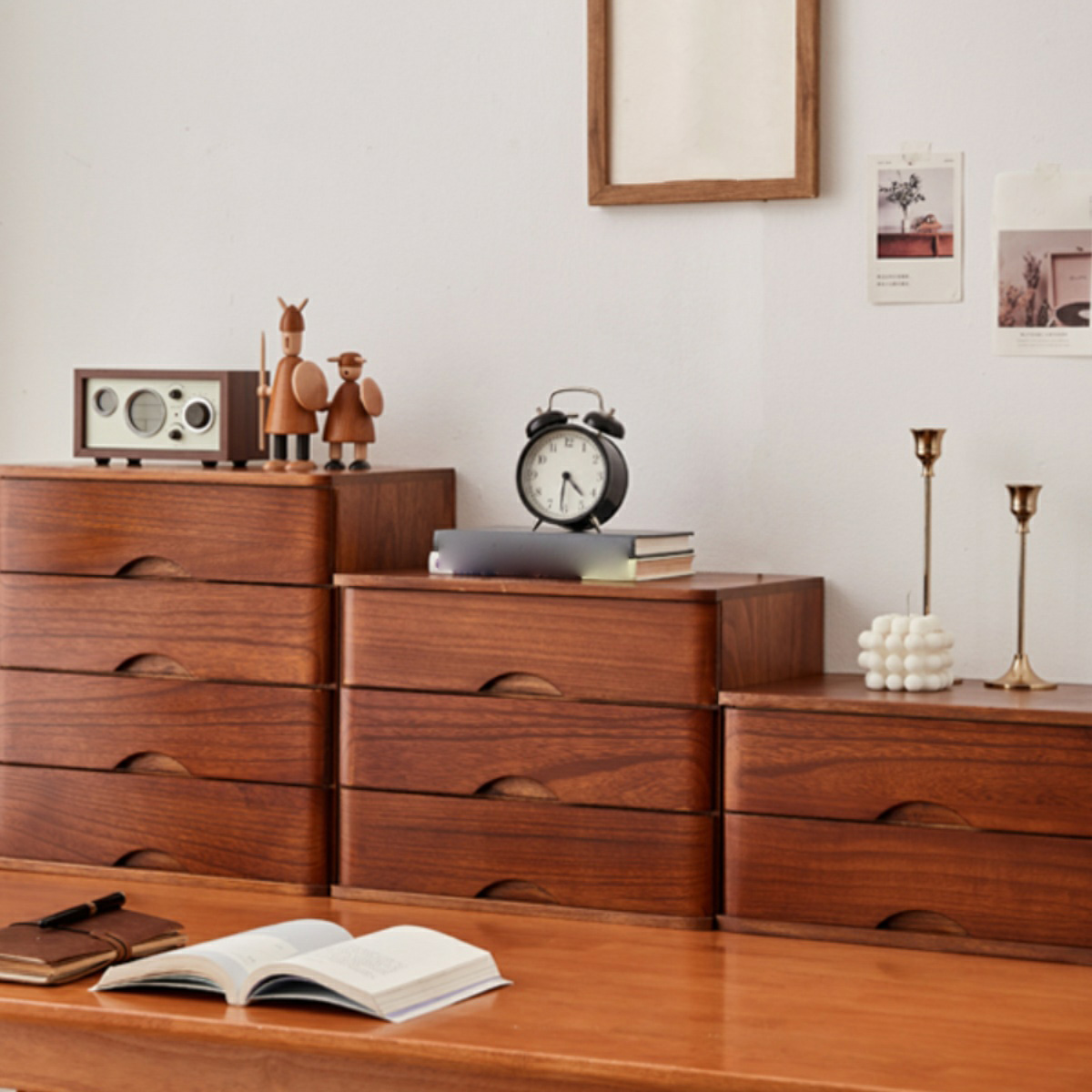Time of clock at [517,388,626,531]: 4:31
